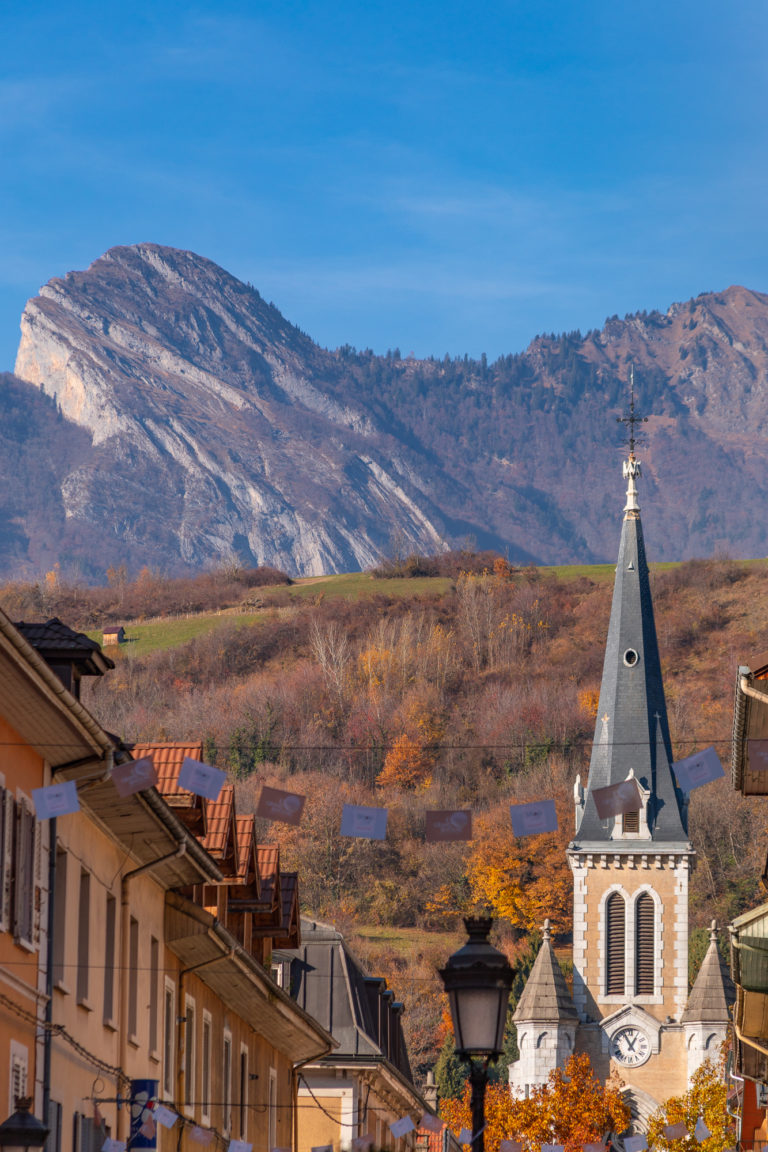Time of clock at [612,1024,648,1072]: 12:55
